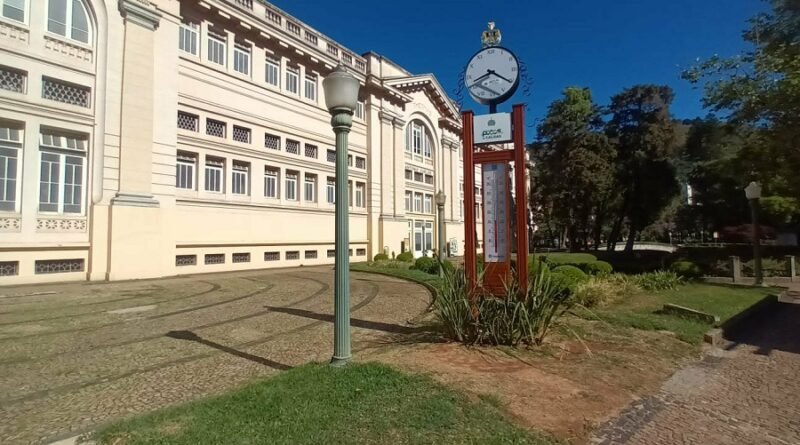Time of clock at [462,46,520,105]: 8:20
